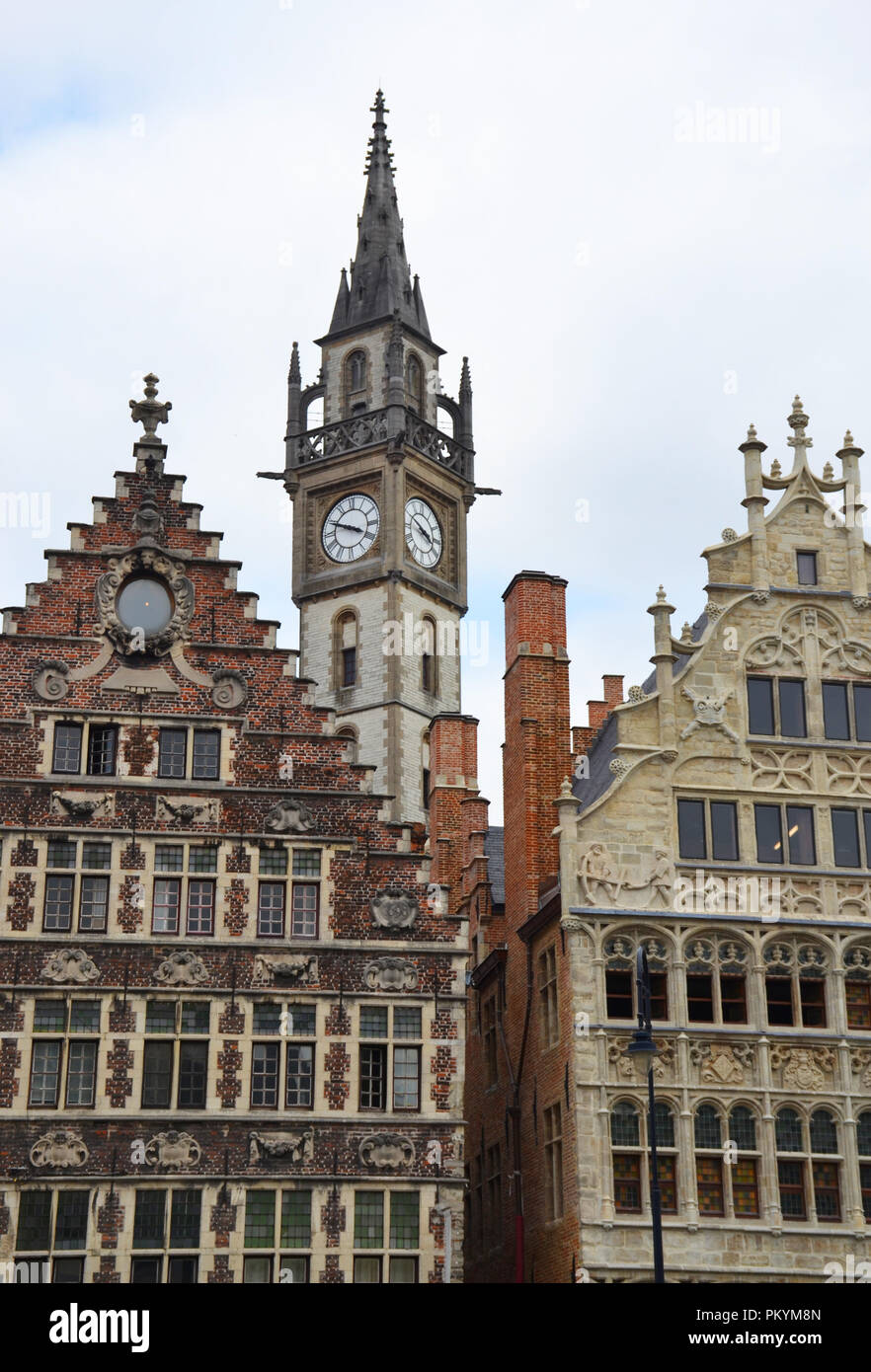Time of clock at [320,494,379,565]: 3:48
